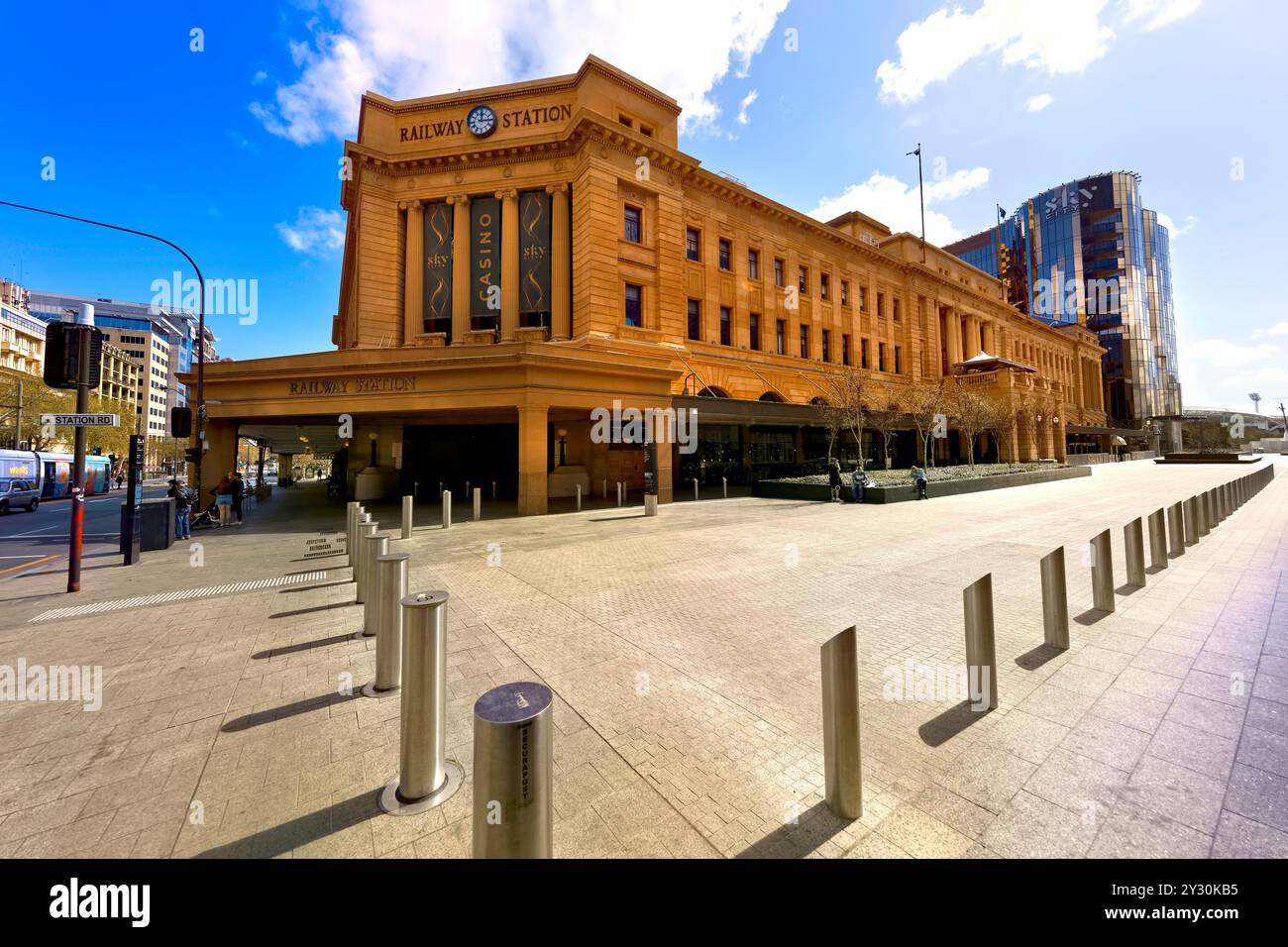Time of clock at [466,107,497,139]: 12:14
